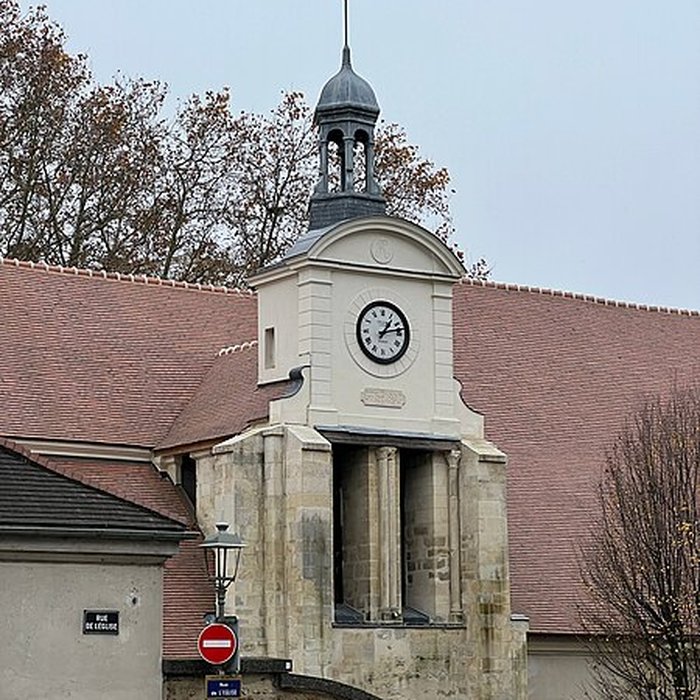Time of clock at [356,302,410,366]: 1:12
